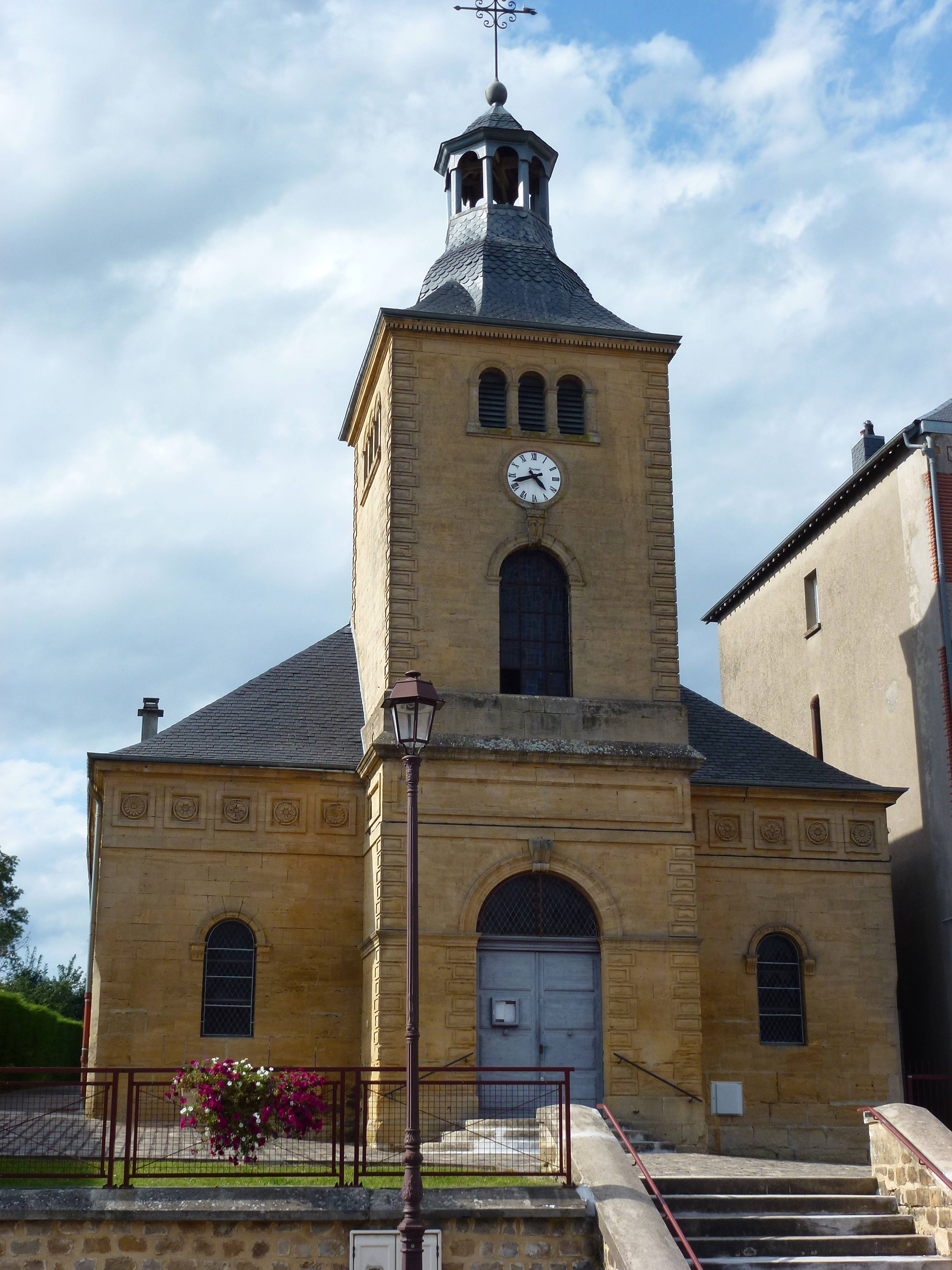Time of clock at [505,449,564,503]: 4:42
